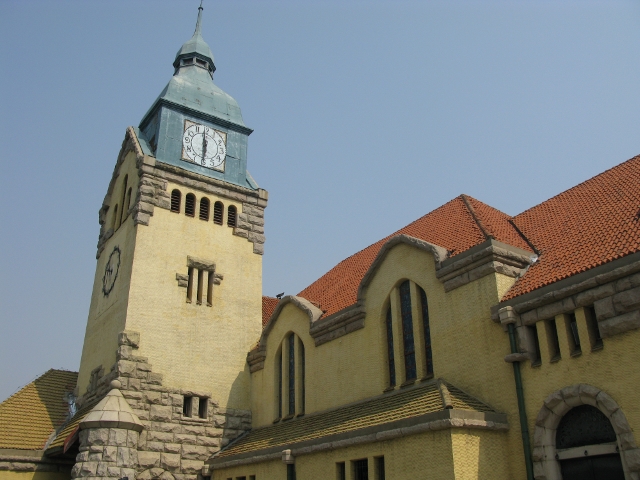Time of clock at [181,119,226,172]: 5:59
